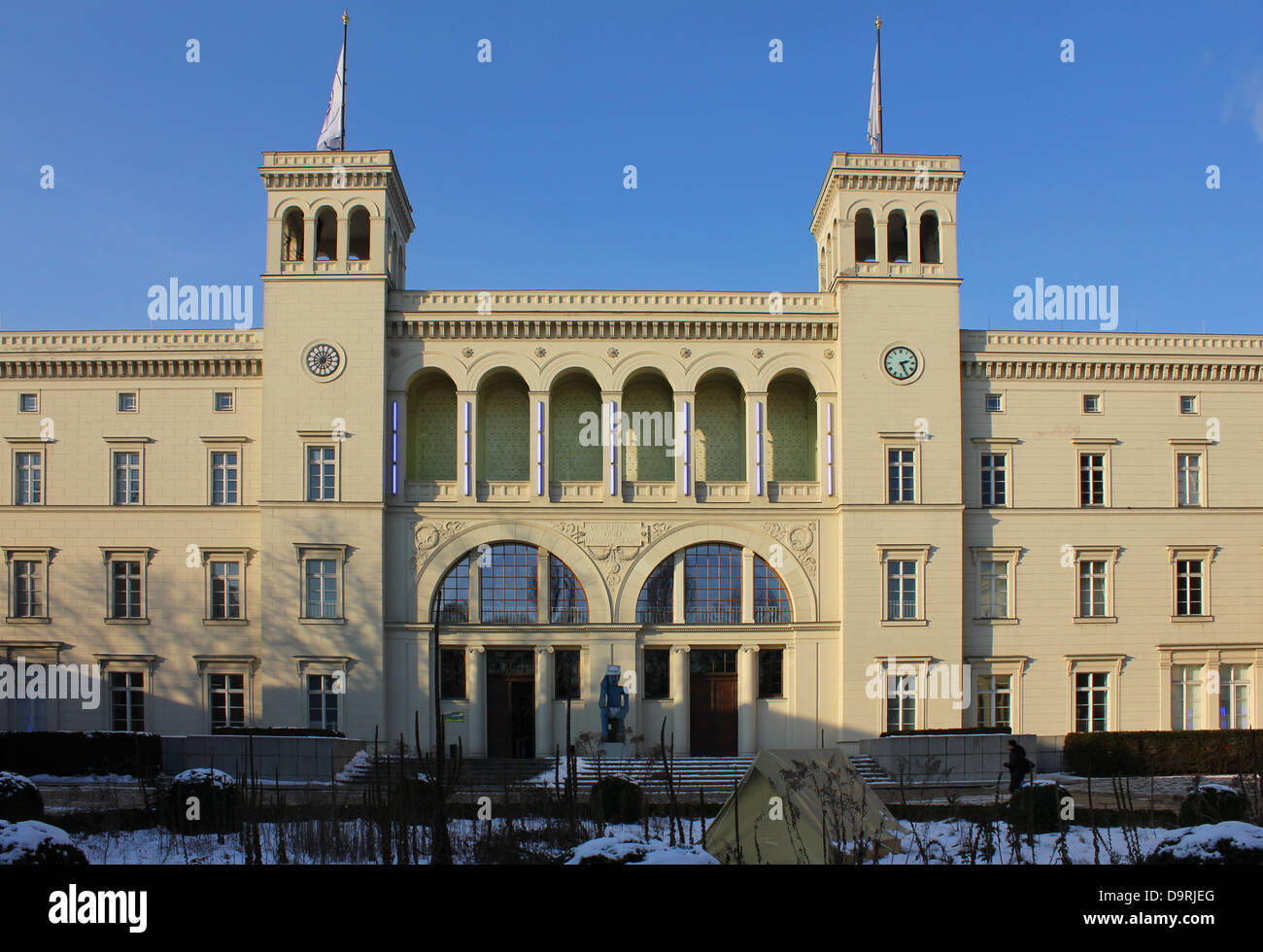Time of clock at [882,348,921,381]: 2:25
